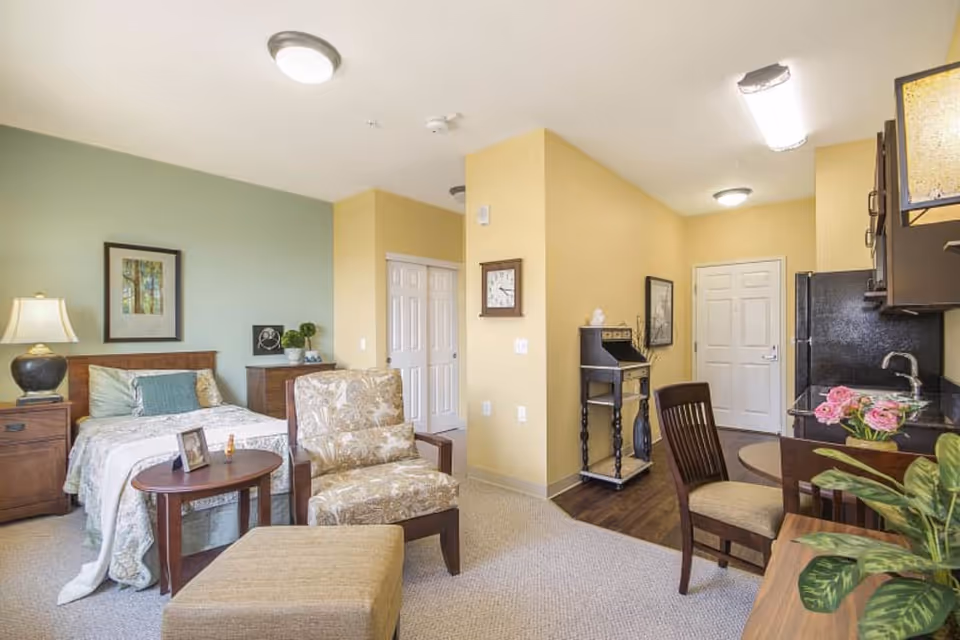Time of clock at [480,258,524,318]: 4:16
